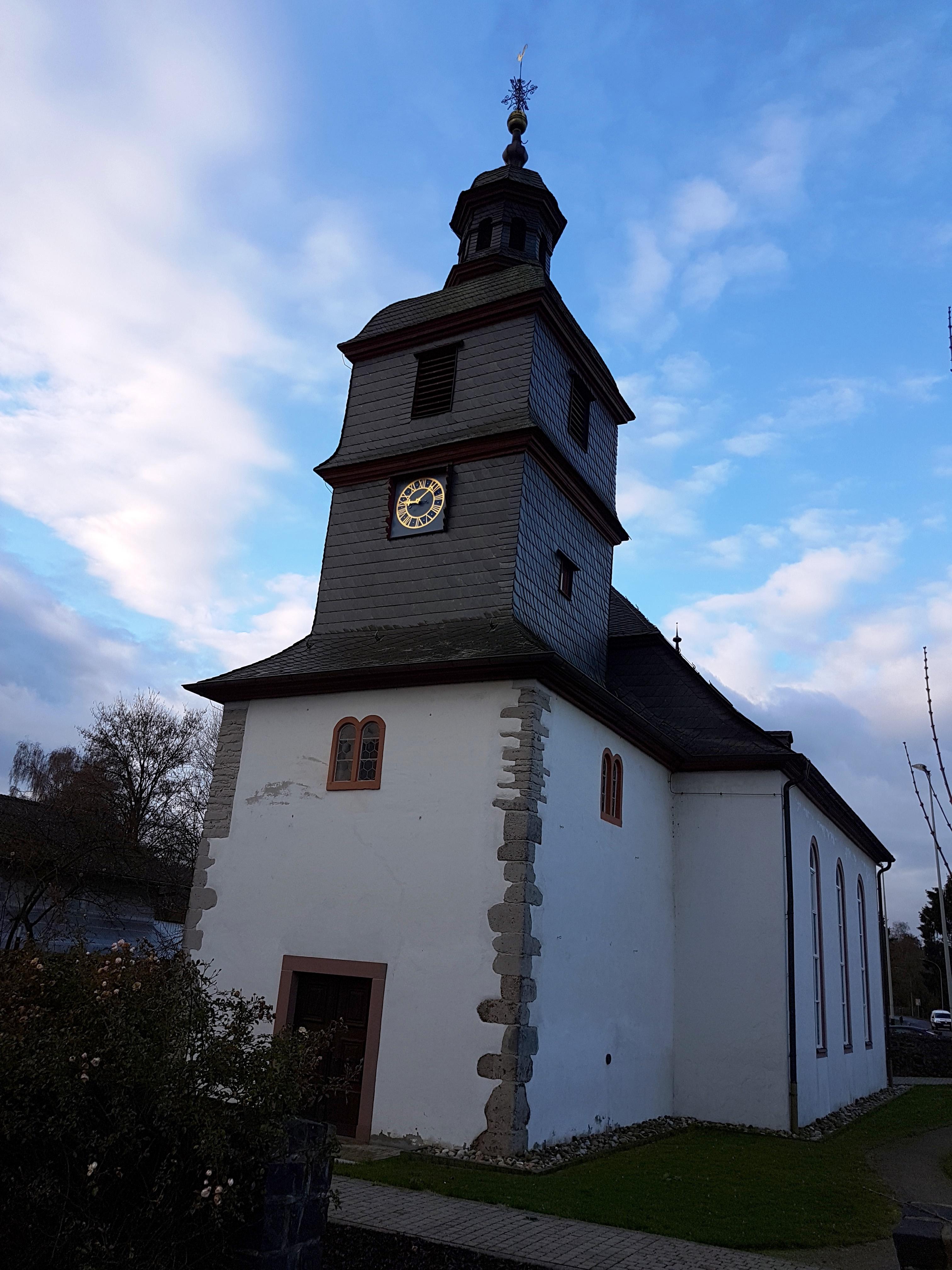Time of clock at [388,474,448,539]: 9:07
